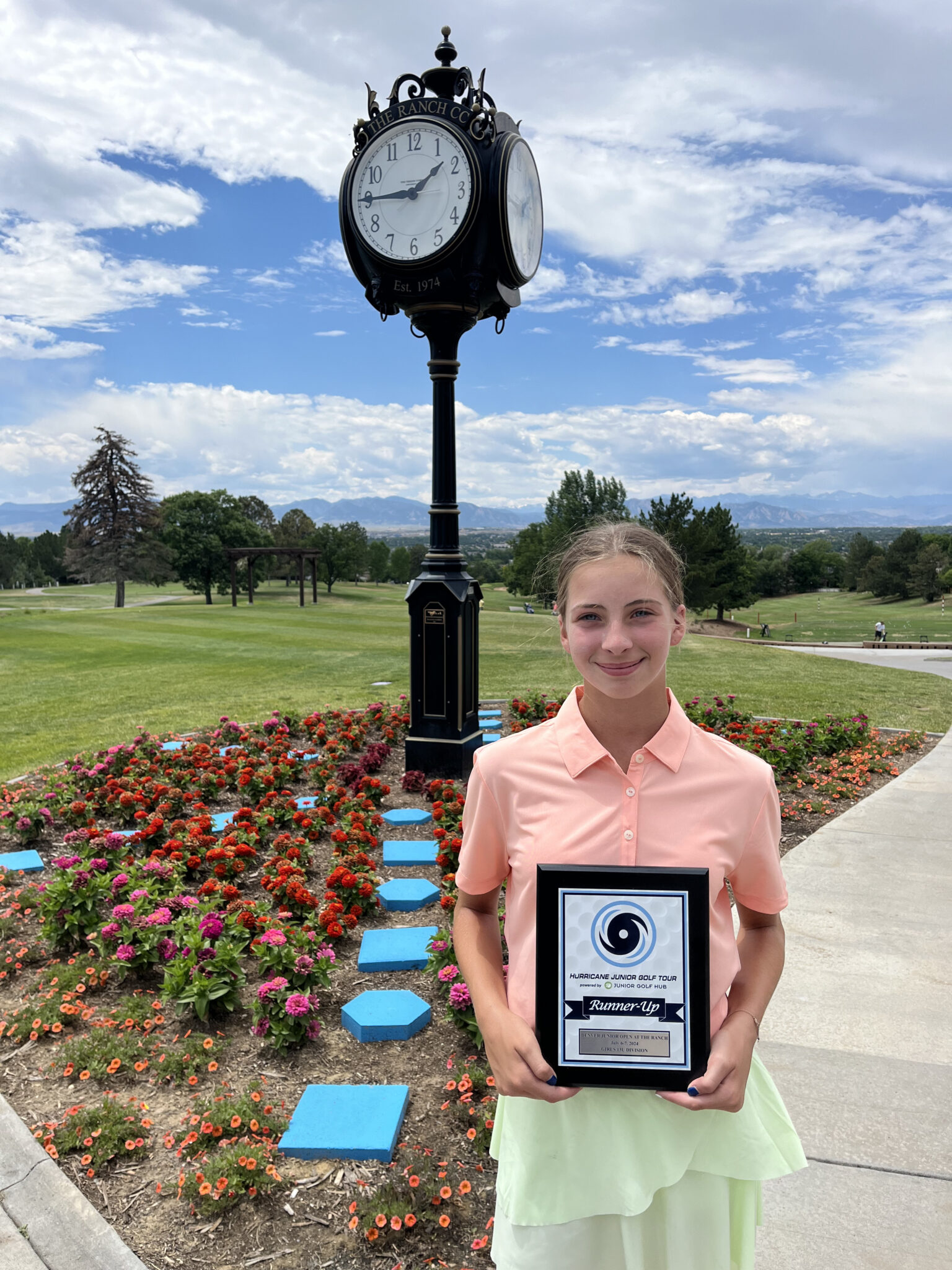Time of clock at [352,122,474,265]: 1:44
